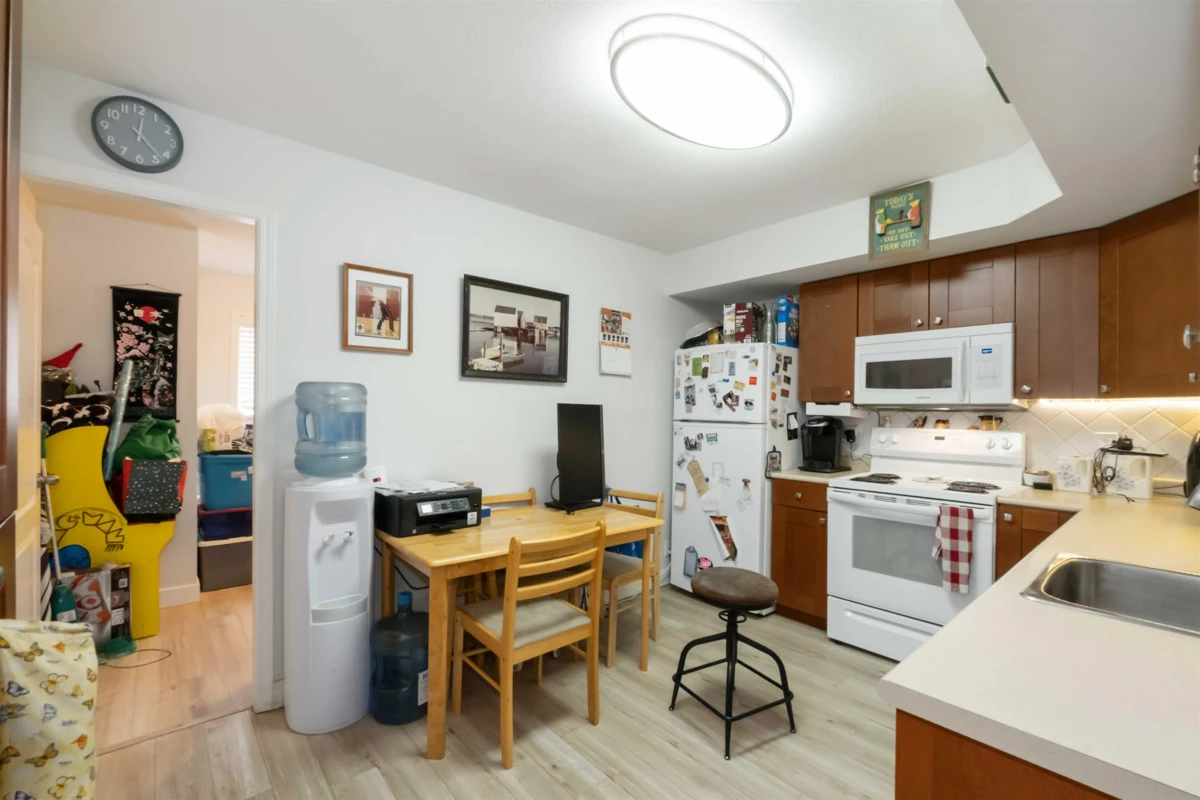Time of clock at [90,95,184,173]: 12:22
